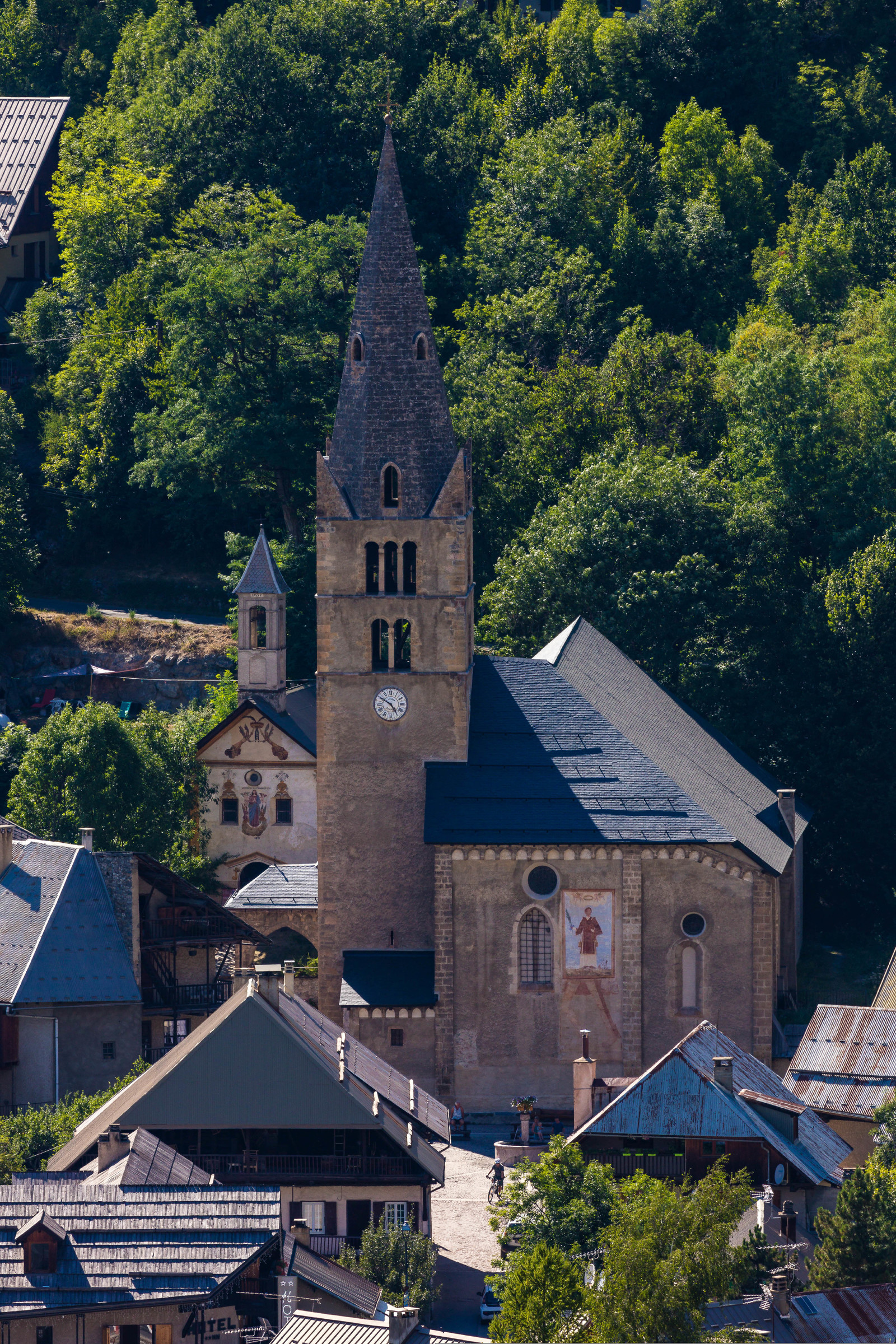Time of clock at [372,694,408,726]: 4:50
